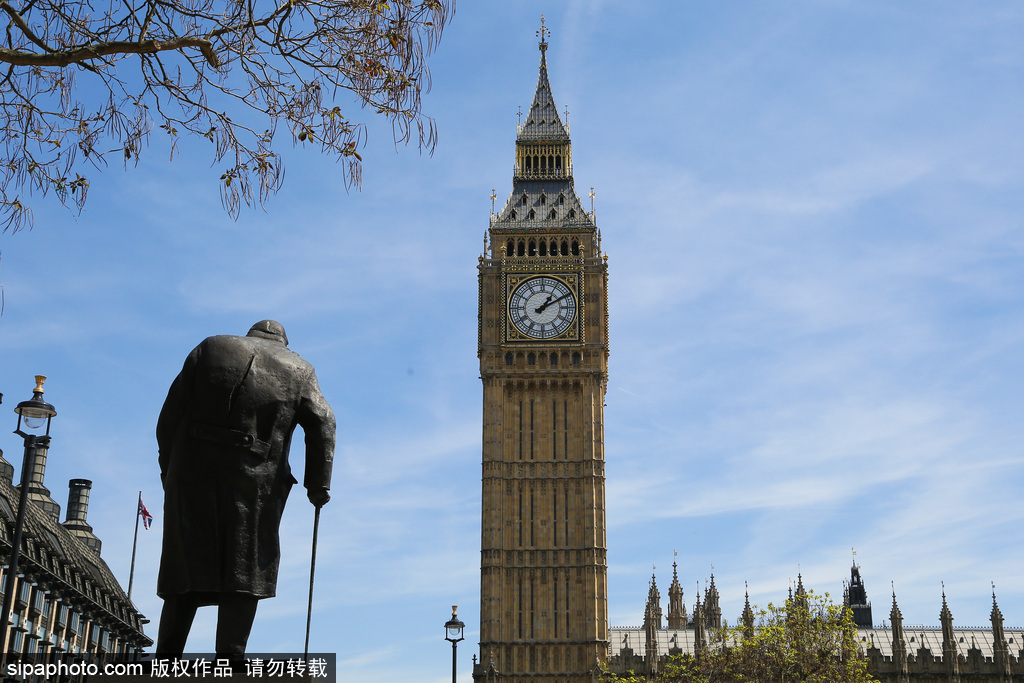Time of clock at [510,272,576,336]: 1:10
